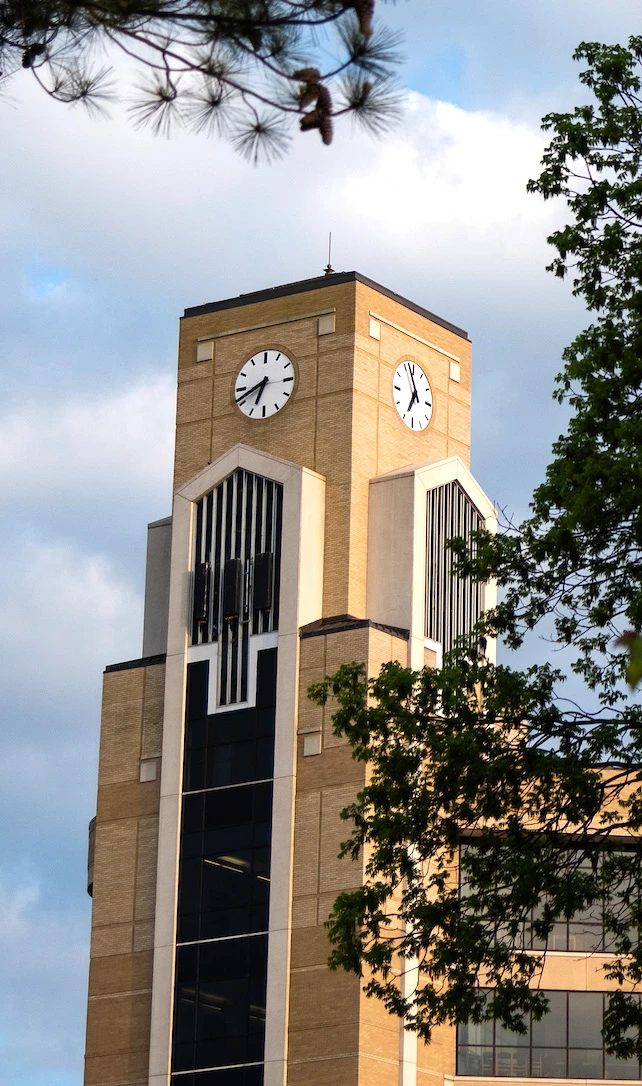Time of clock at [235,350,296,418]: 6:41
